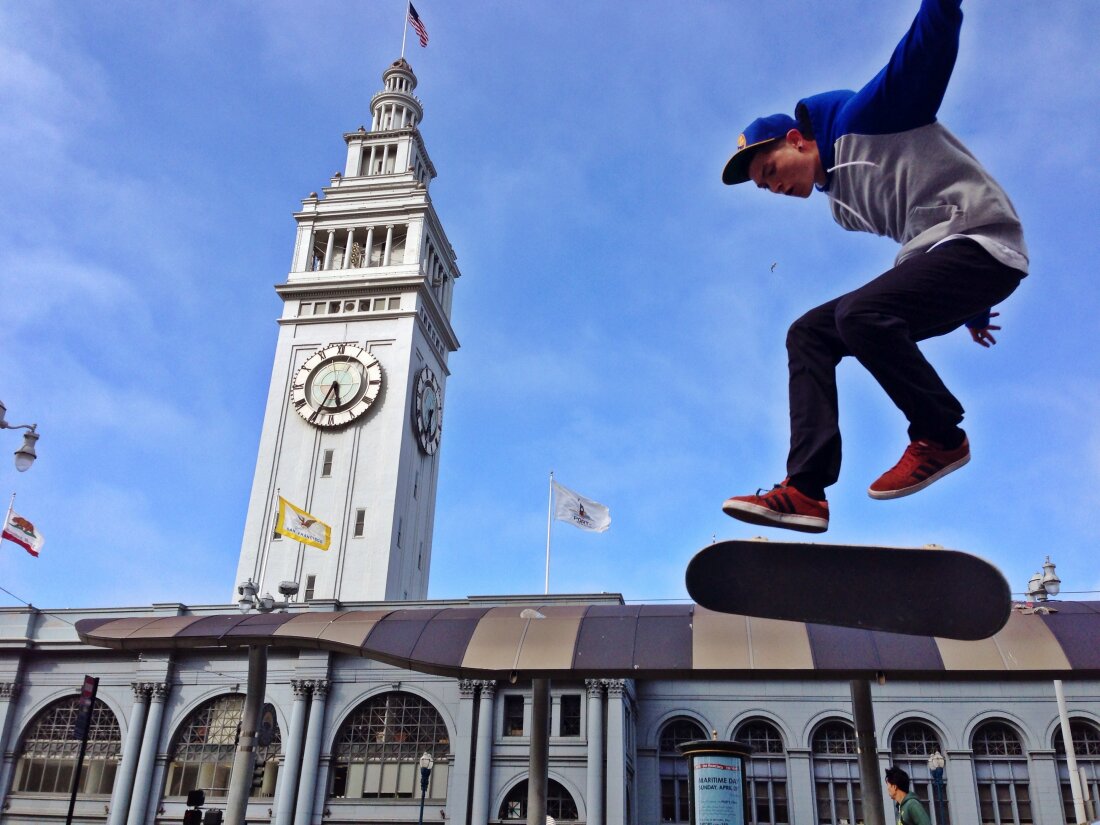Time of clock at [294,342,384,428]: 5:34
